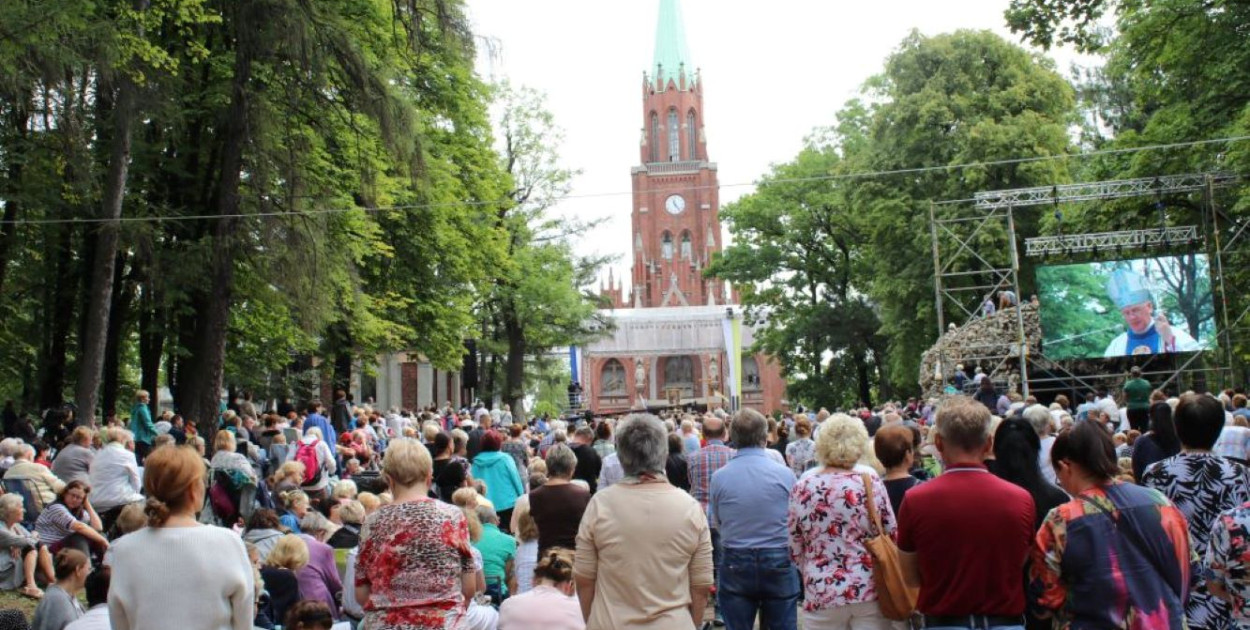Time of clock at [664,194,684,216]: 11:23
